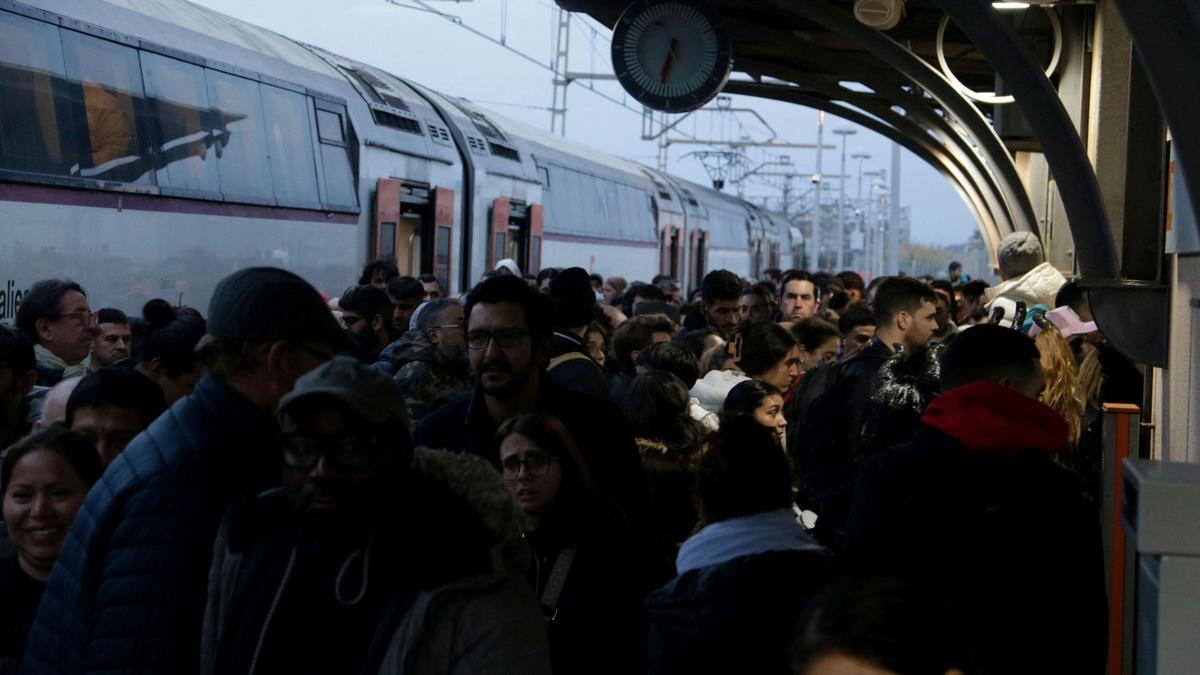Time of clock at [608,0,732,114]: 6:32
